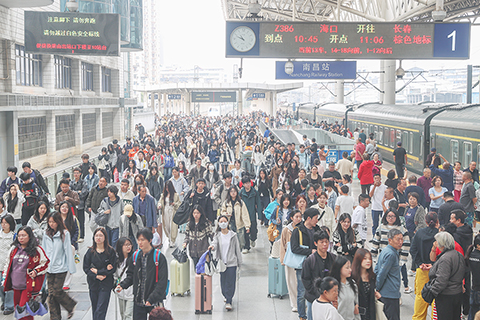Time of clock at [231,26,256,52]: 10:48
